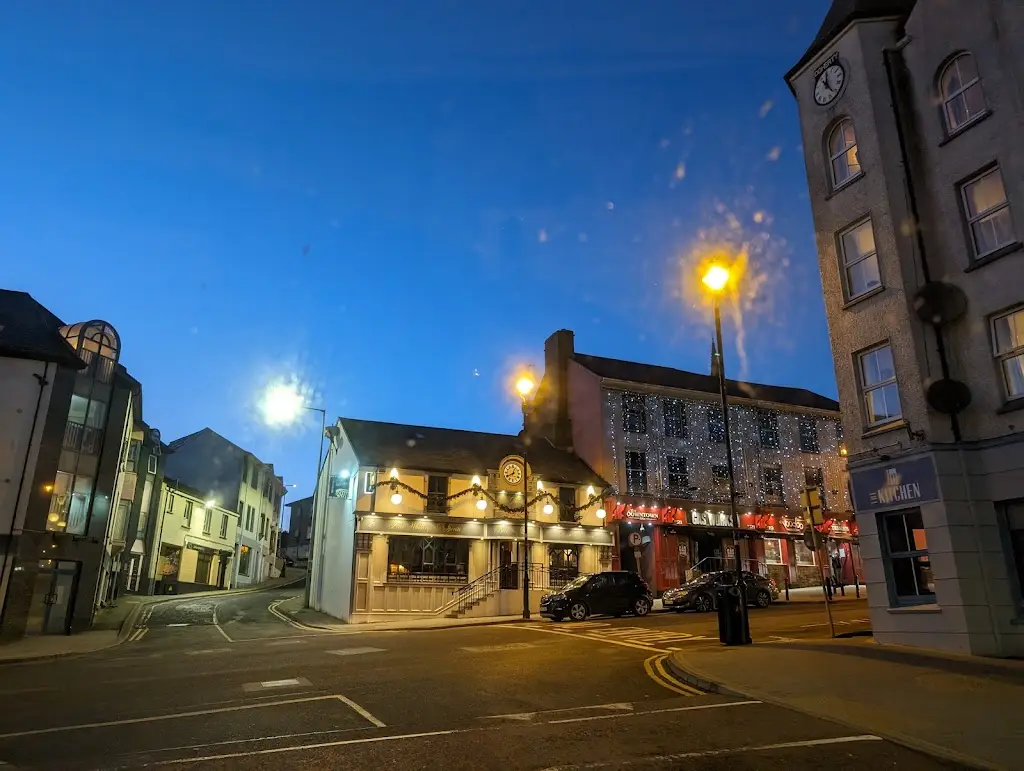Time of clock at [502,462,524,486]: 12:40
